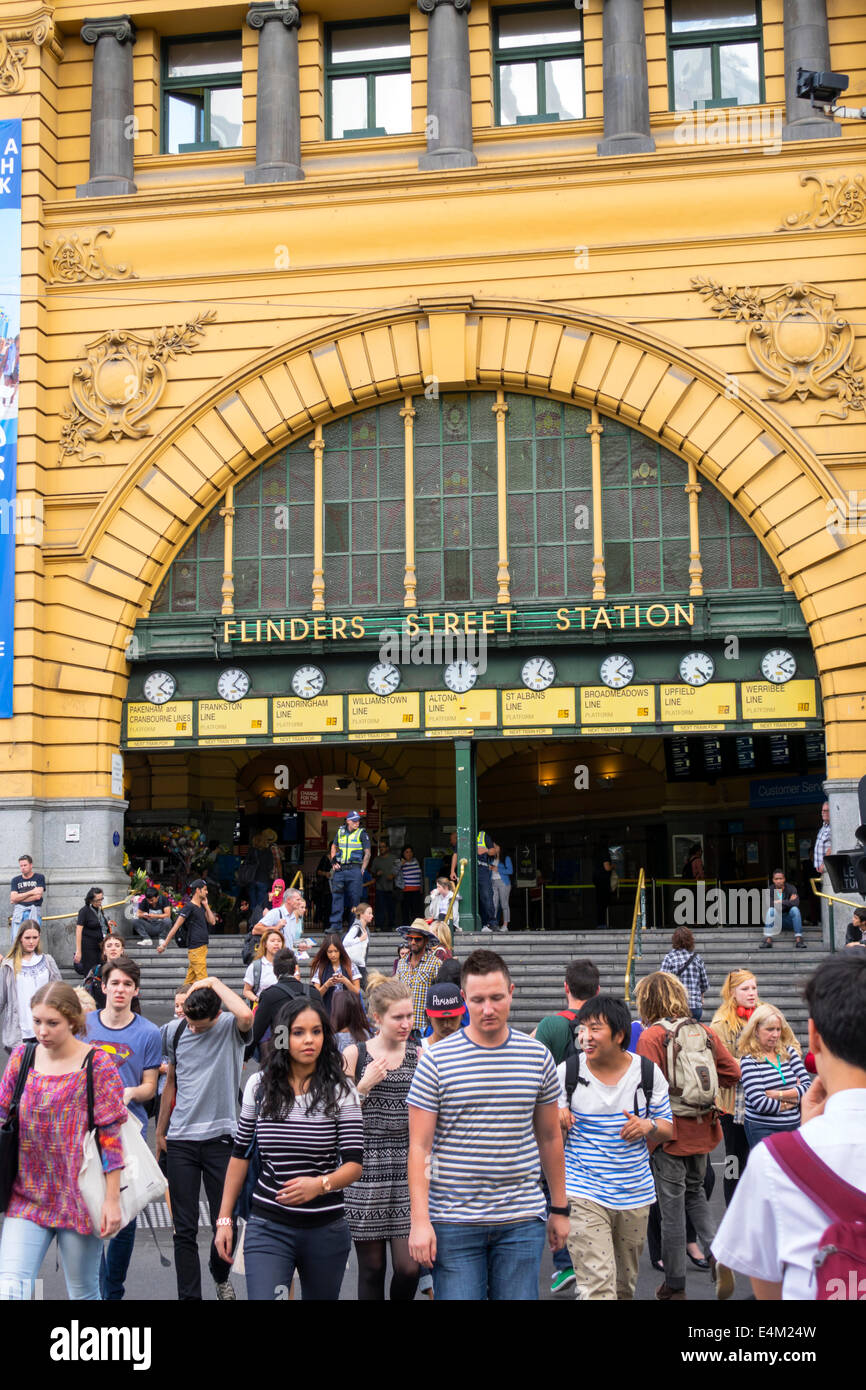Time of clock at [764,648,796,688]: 4:09
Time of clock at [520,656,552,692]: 4:04
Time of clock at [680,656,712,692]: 4:23
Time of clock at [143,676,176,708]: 4:07
